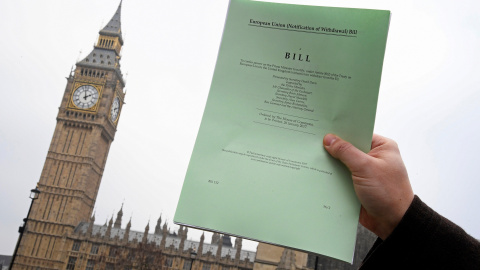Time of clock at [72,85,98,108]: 1:58
